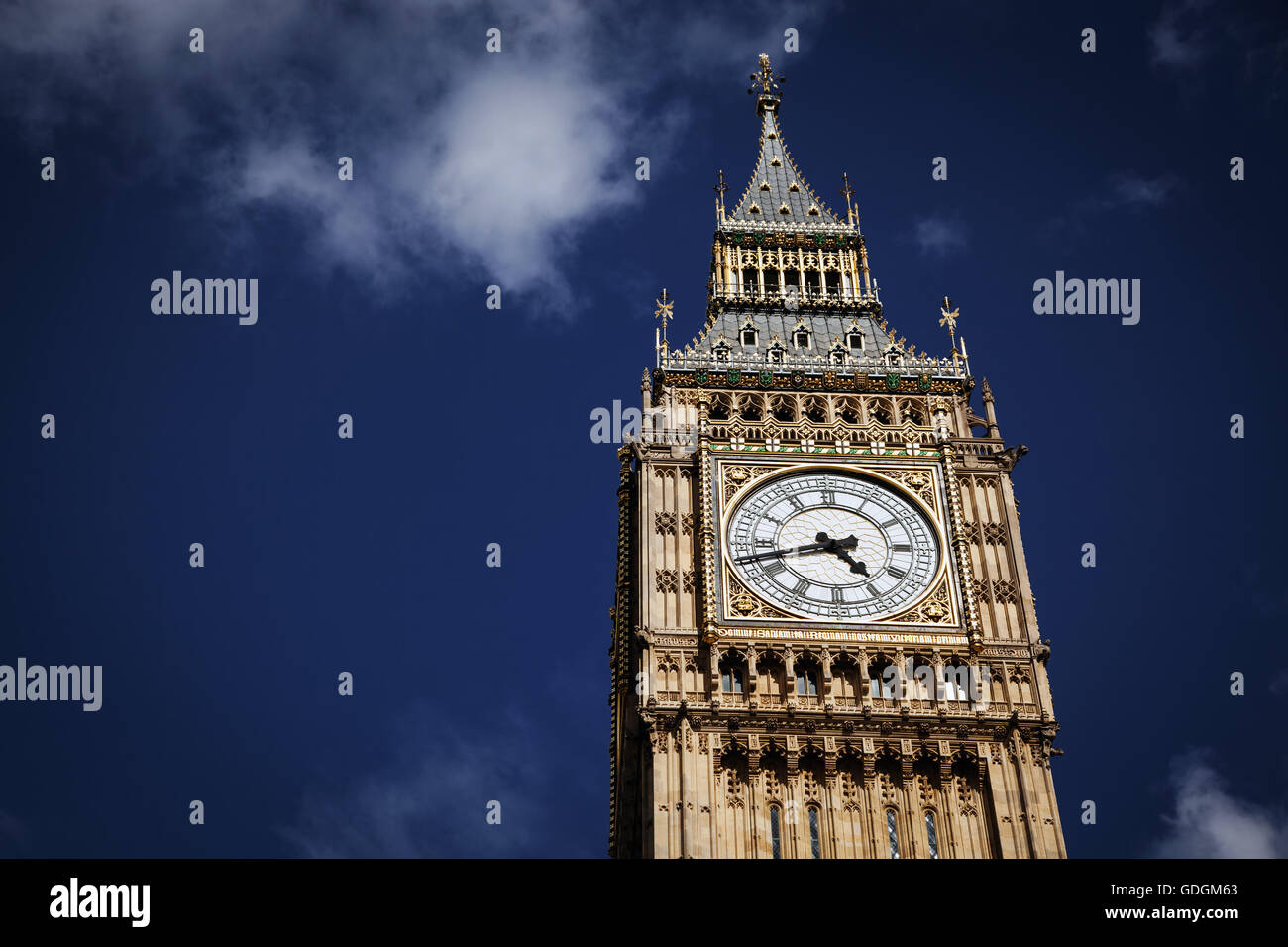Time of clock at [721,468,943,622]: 4:42
